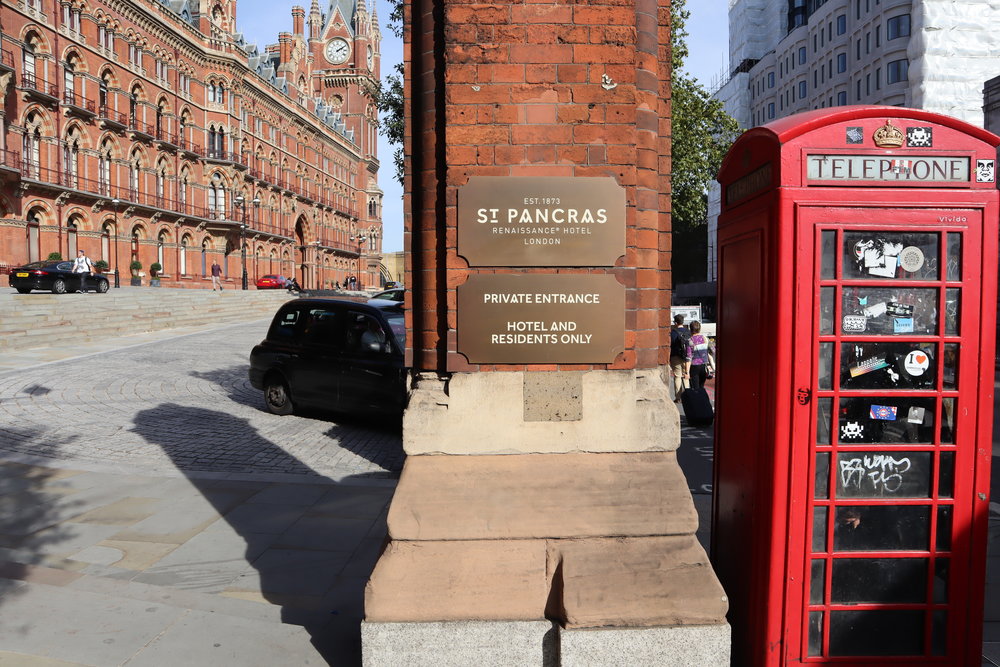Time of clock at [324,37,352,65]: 2:09
